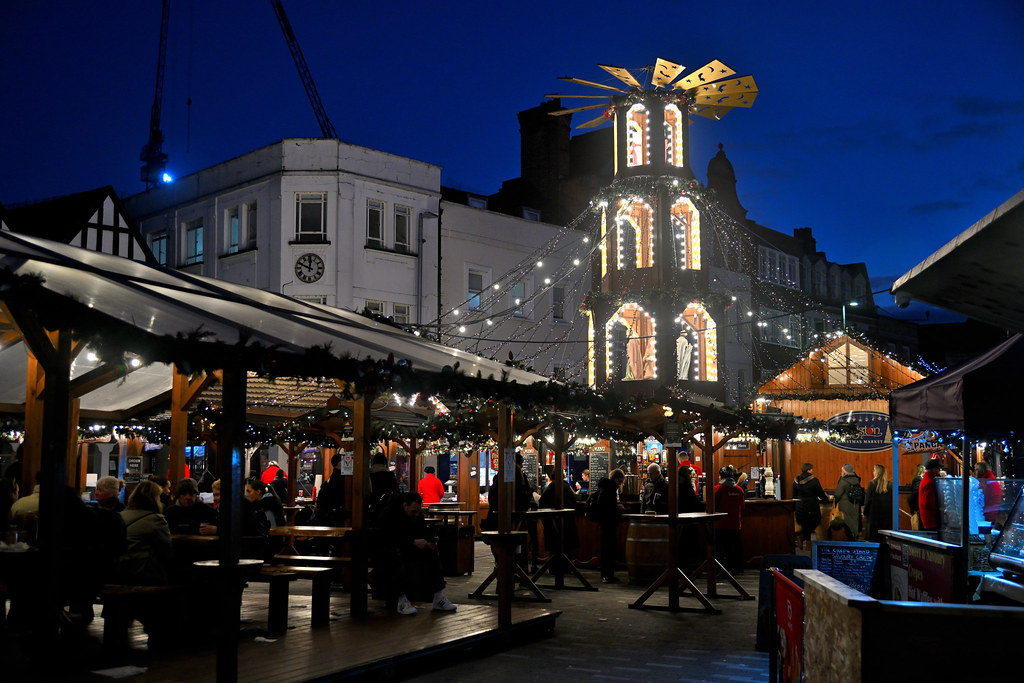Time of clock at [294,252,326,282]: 11:48
